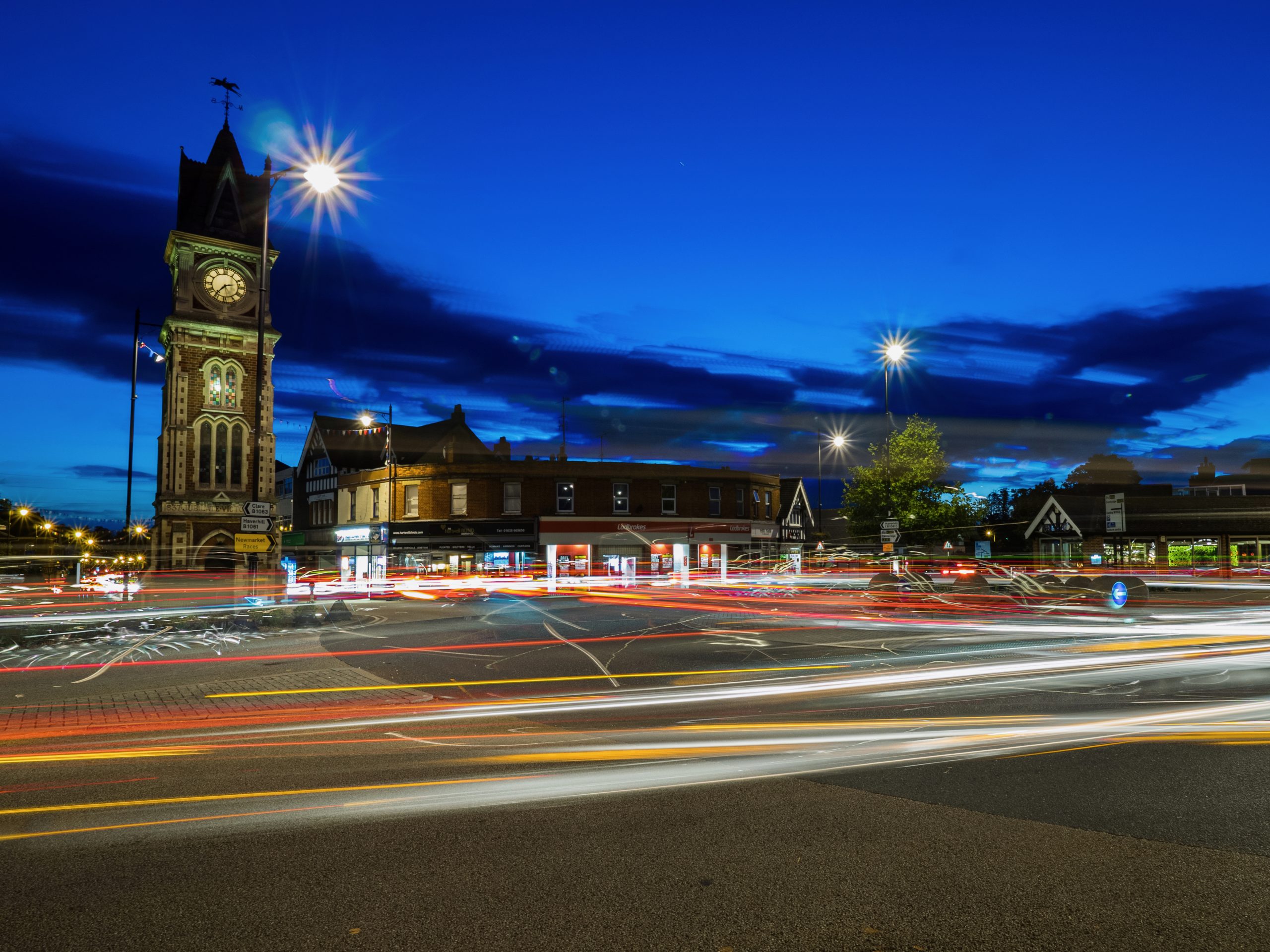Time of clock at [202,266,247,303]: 2:36
